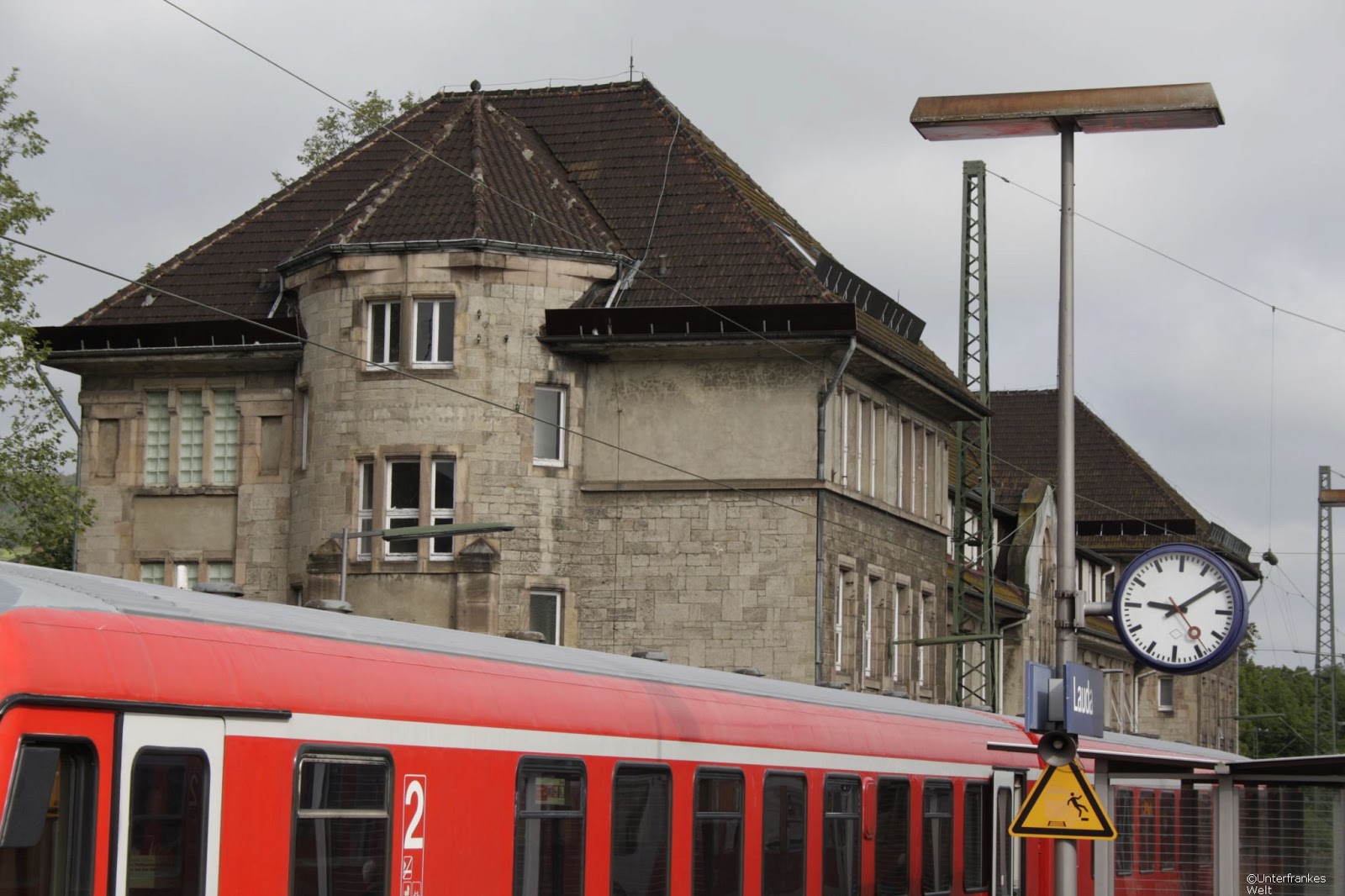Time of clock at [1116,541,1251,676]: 9:09
